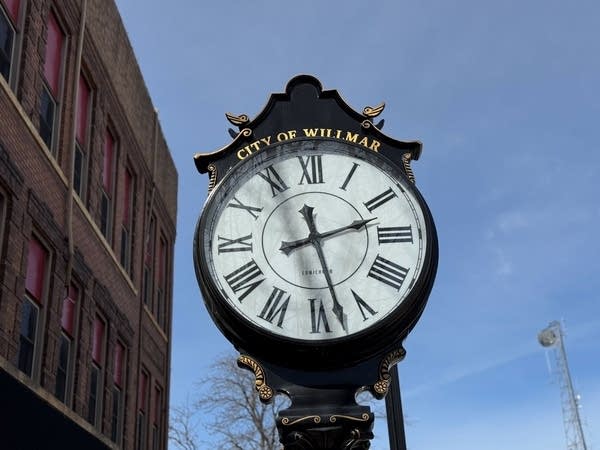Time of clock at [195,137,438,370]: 2:27
